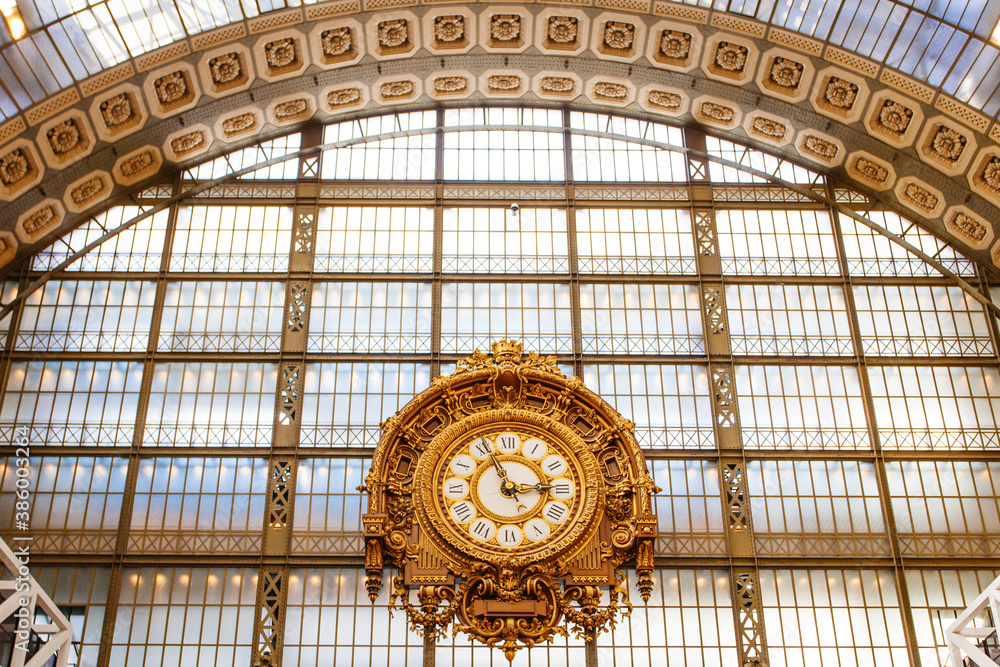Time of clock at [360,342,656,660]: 2:56
